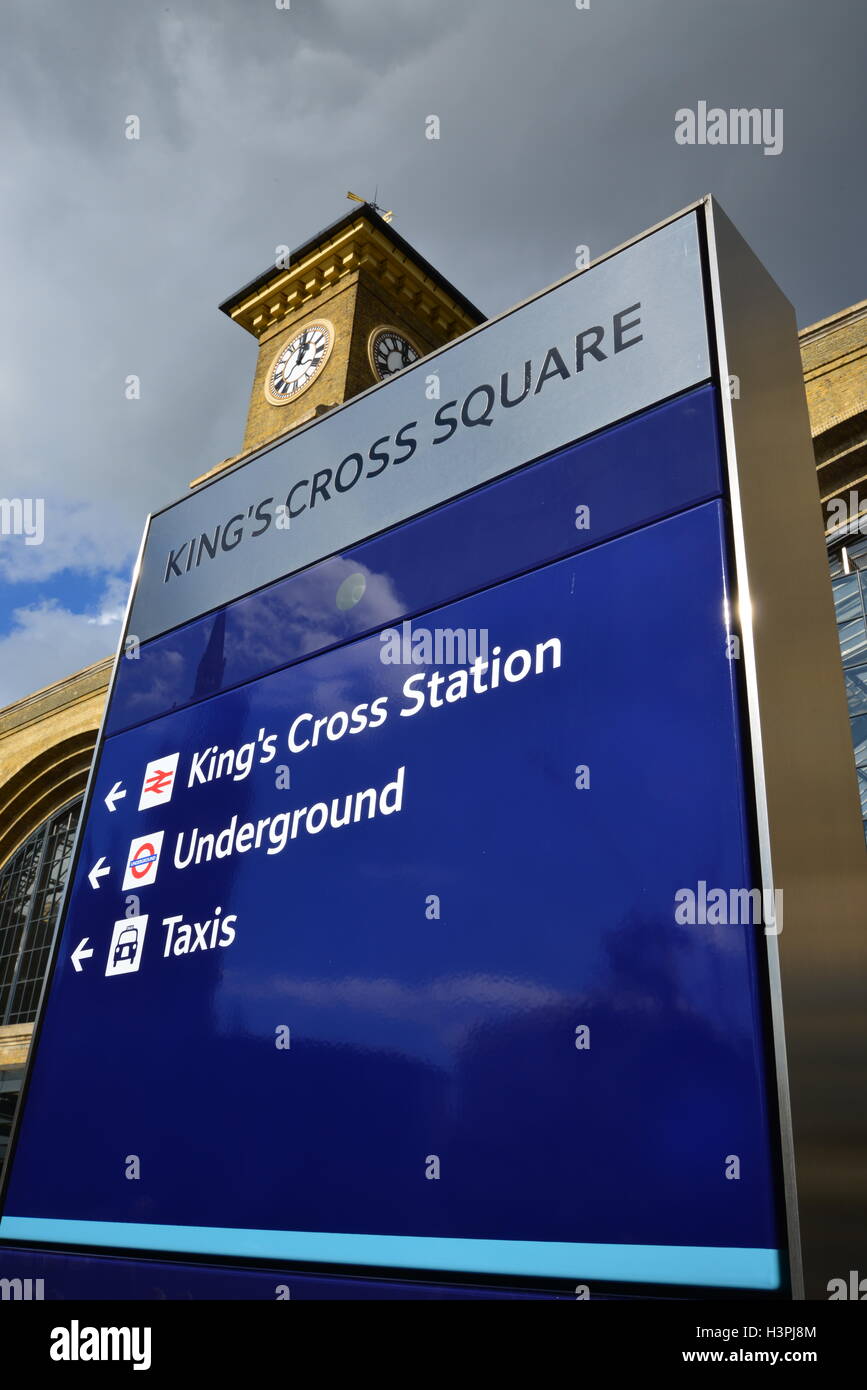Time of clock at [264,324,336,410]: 1:01
